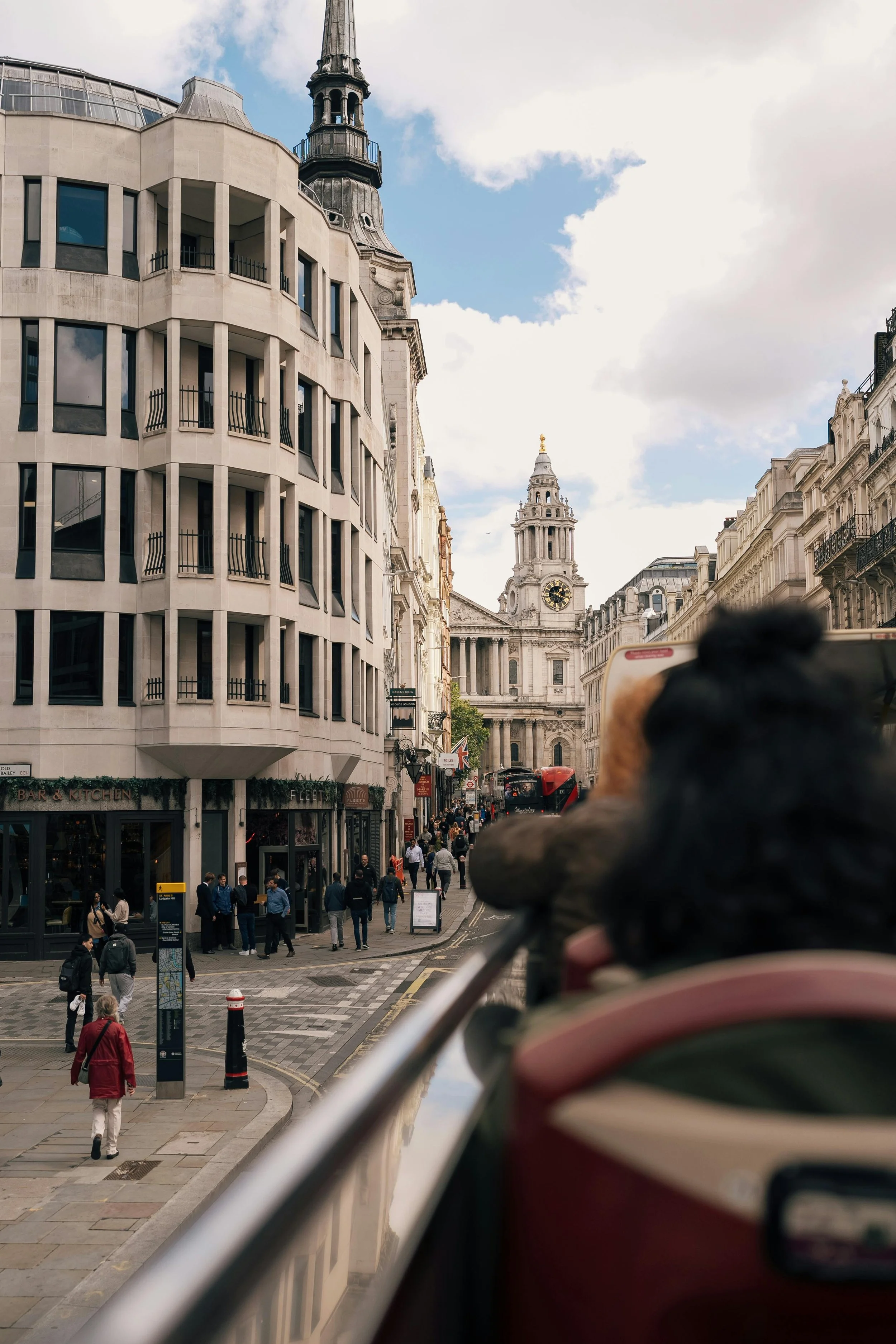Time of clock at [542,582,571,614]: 1:18
